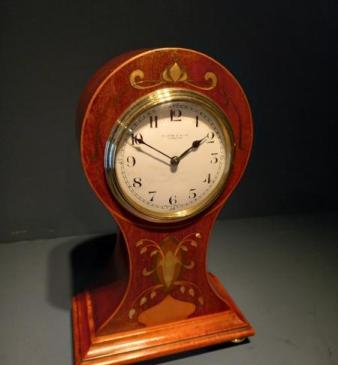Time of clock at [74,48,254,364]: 1:49
